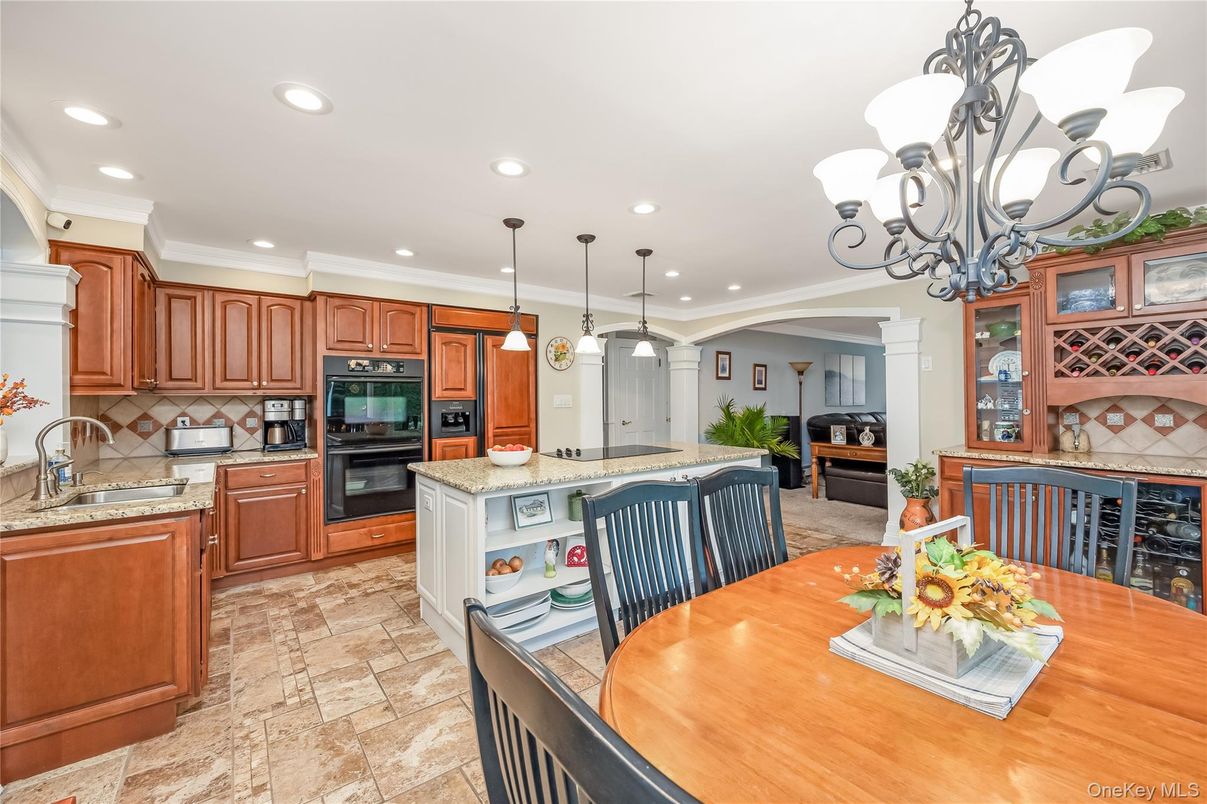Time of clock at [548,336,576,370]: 2:36
